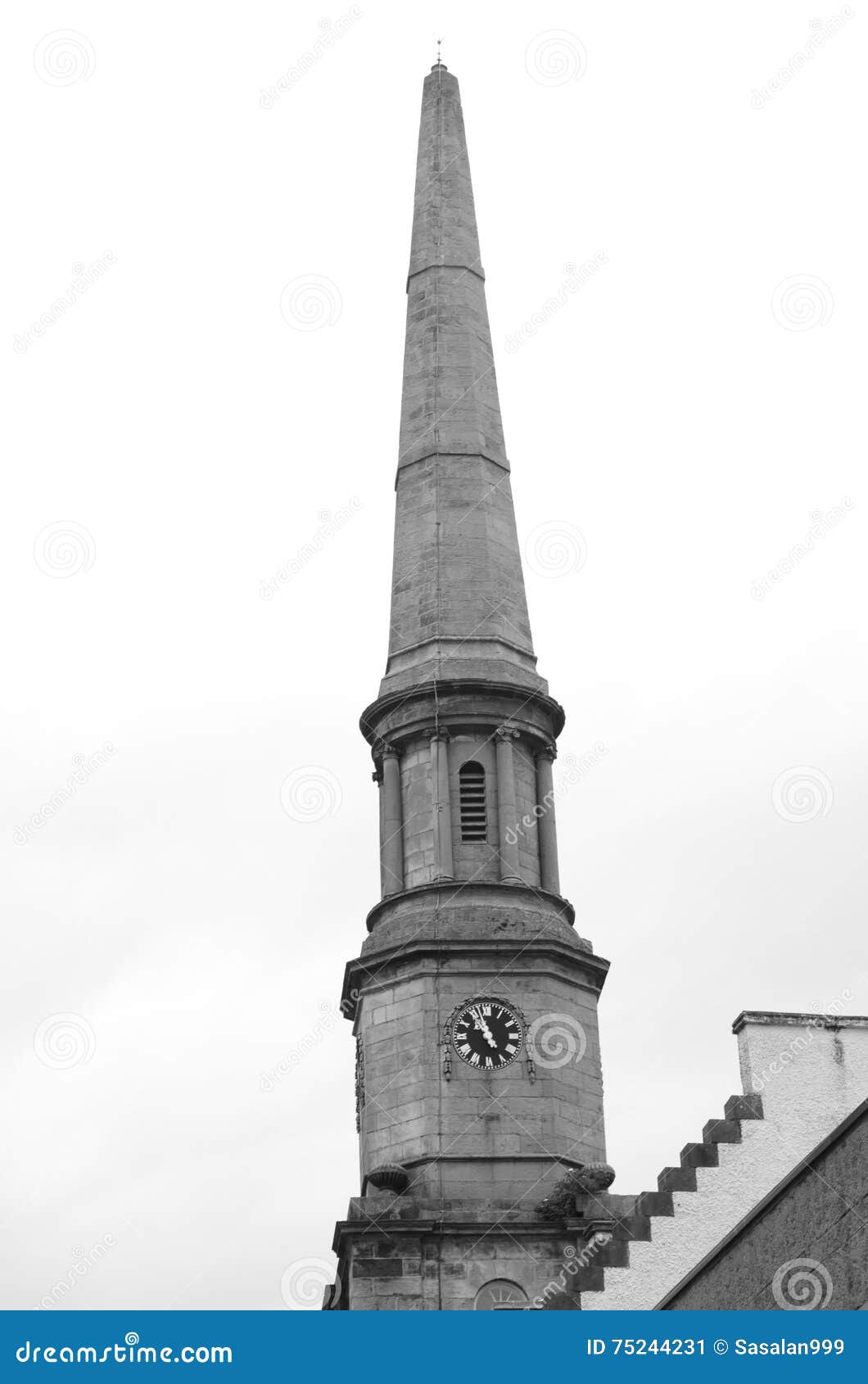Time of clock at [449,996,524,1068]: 10:56
